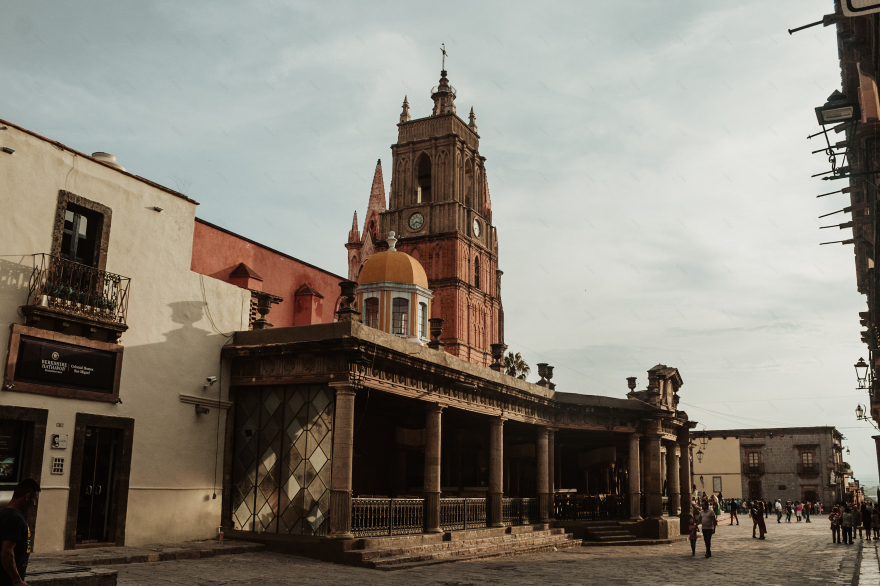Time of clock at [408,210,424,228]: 7:18
